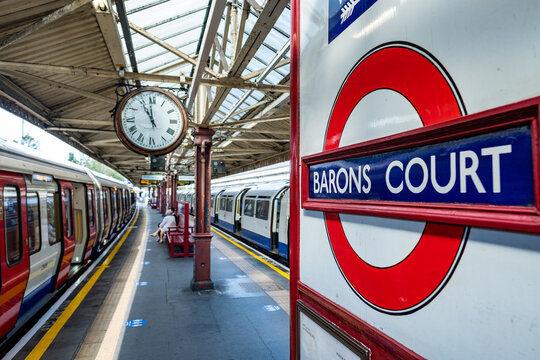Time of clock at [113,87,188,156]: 10:58
